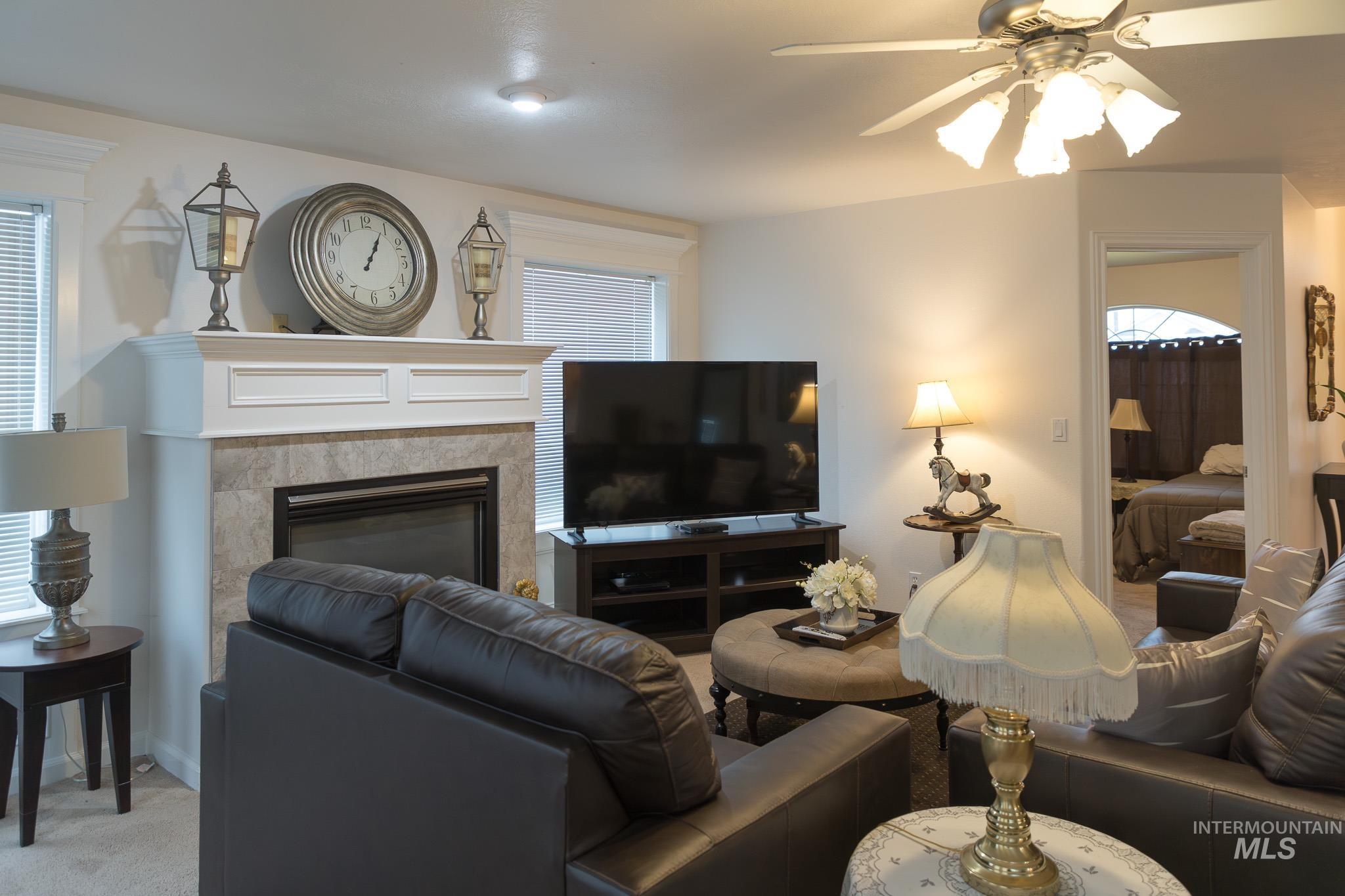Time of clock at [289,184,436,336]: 1:04
